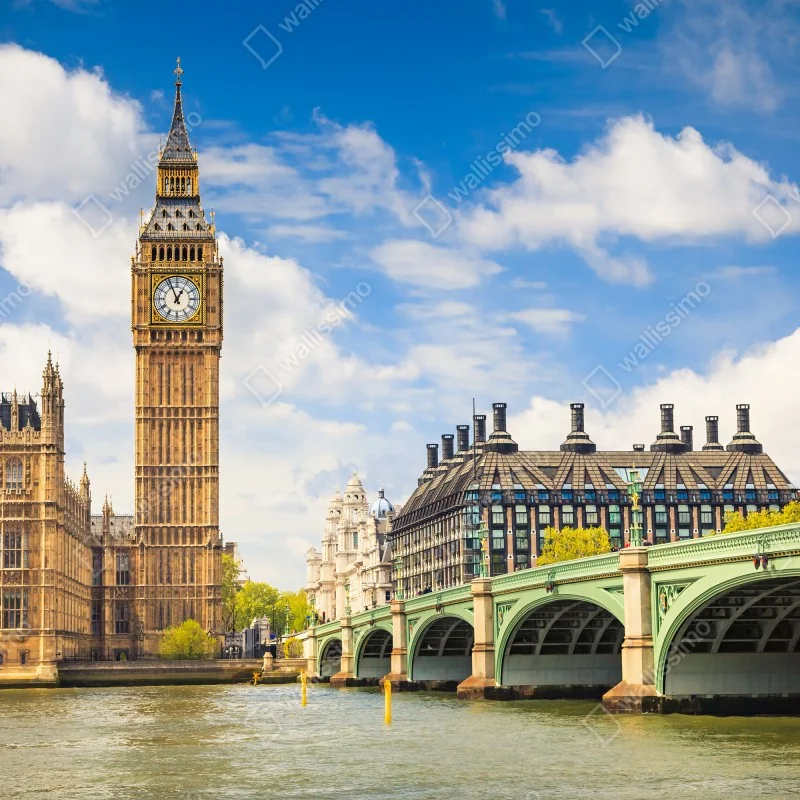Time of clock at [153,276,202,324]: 12:56
